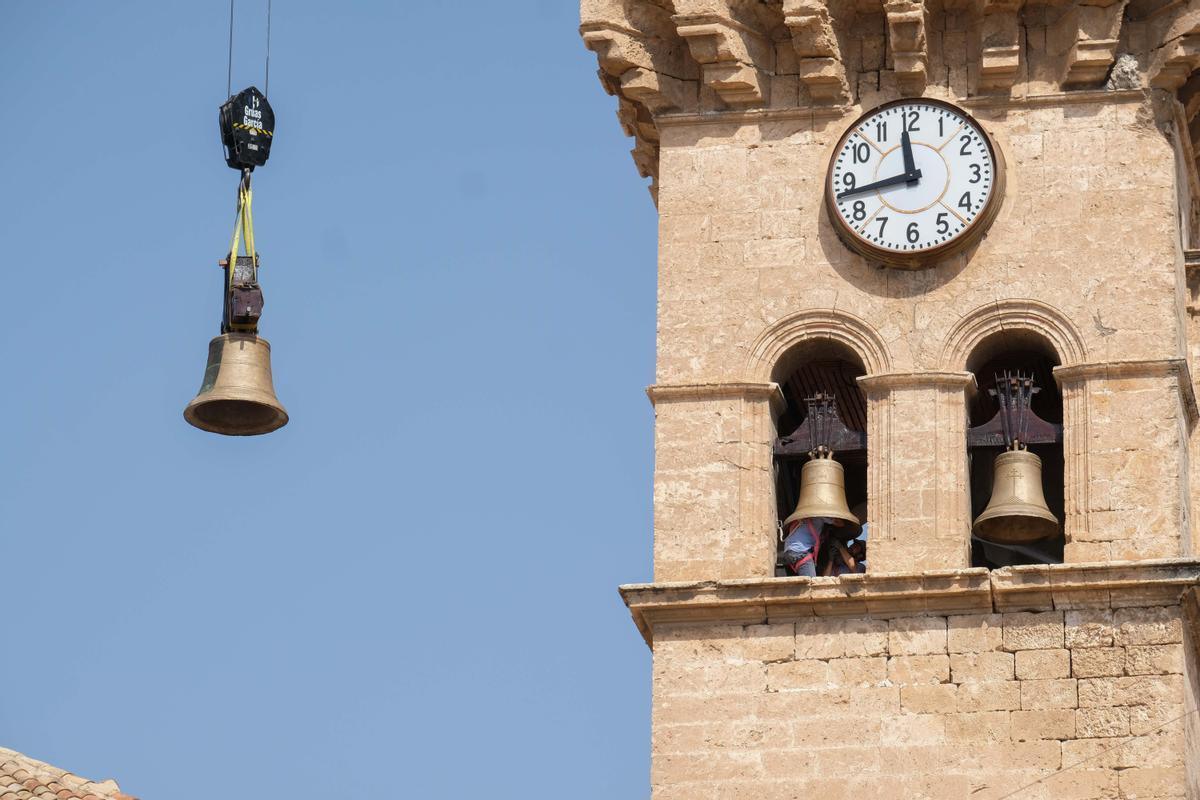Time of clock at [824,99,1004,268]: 11:43
